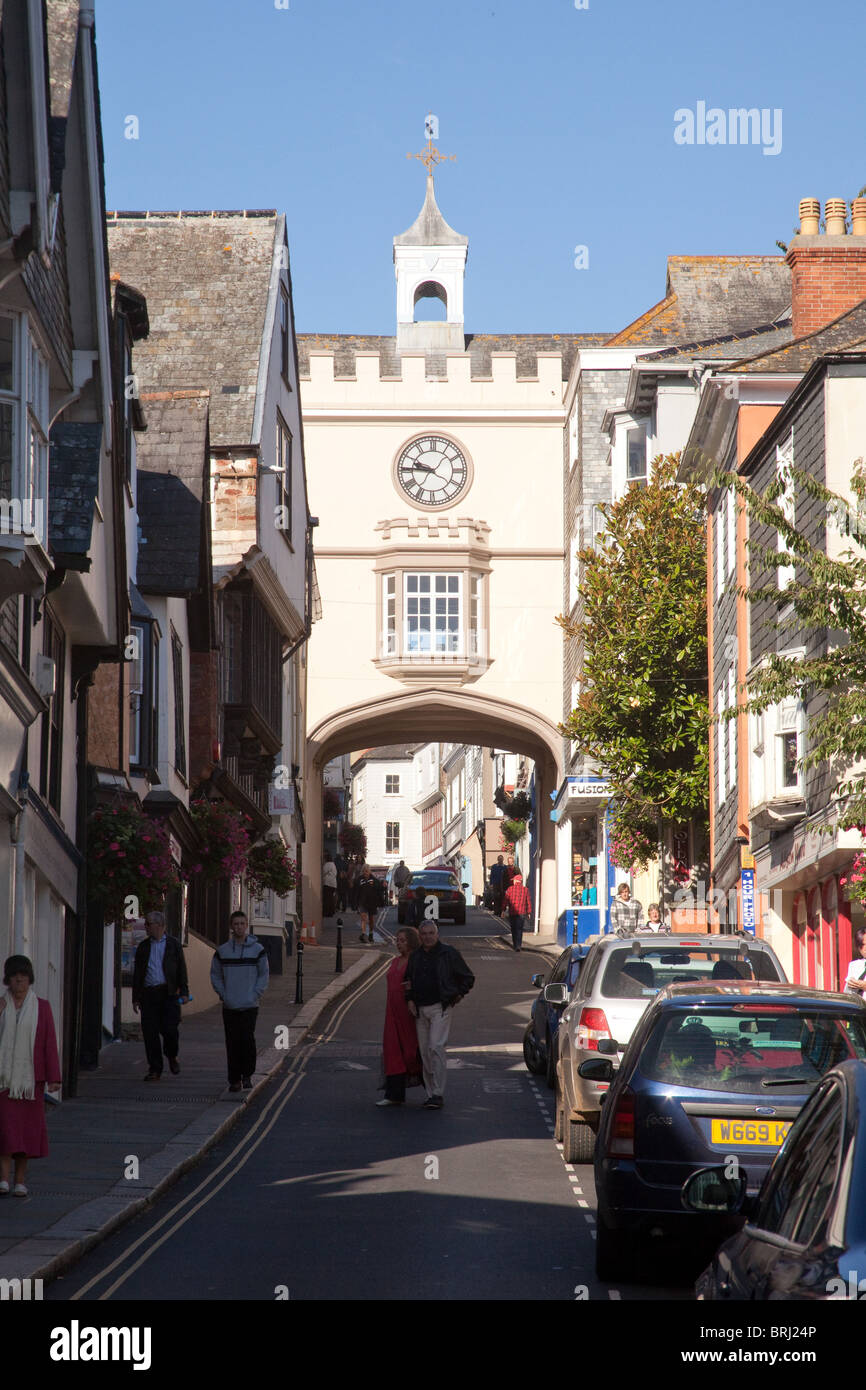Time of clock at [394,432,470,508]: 9:45
